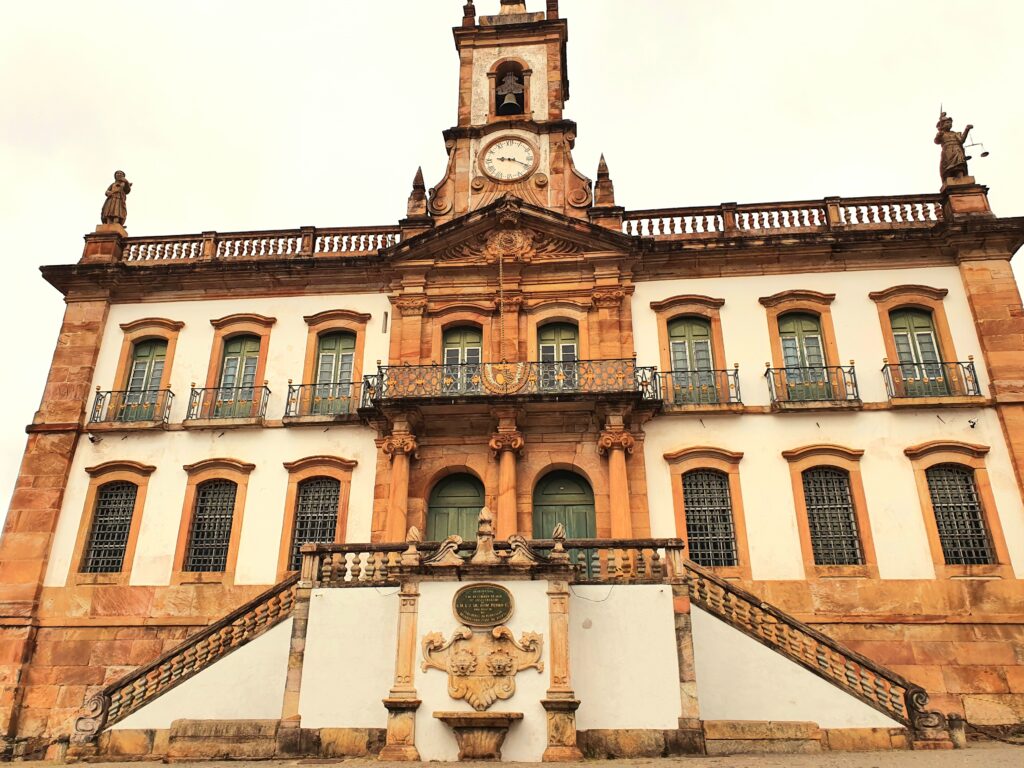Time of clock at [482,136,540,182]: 9:19
